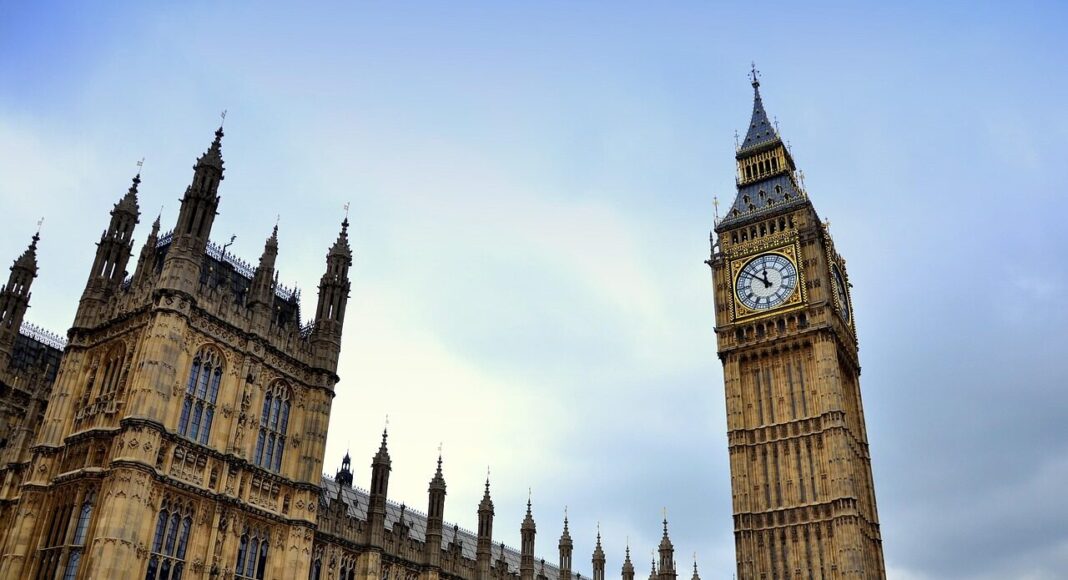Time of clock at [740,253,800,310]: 11:51
